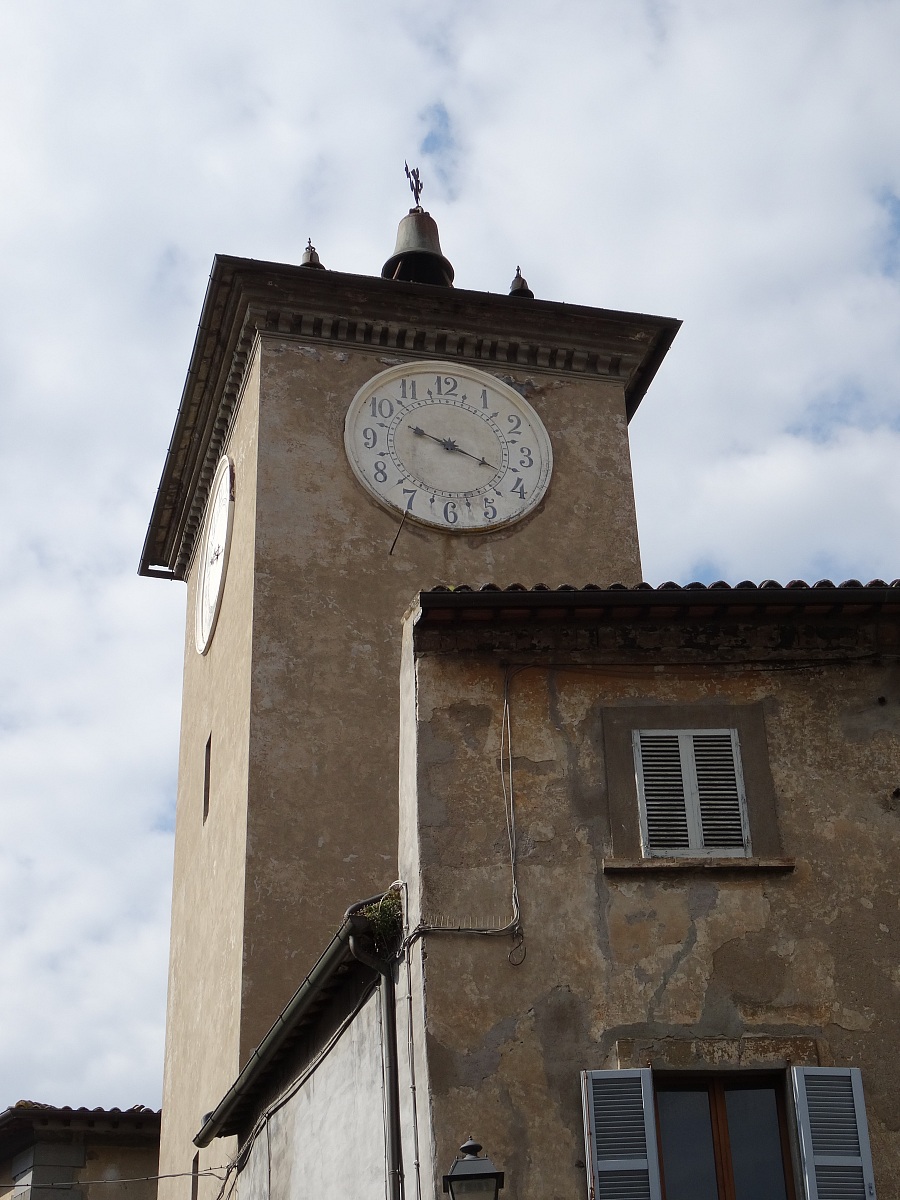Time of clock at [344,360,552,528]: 3:48
